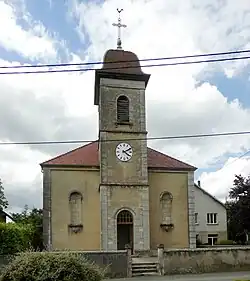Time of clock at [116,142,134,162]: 4:10
